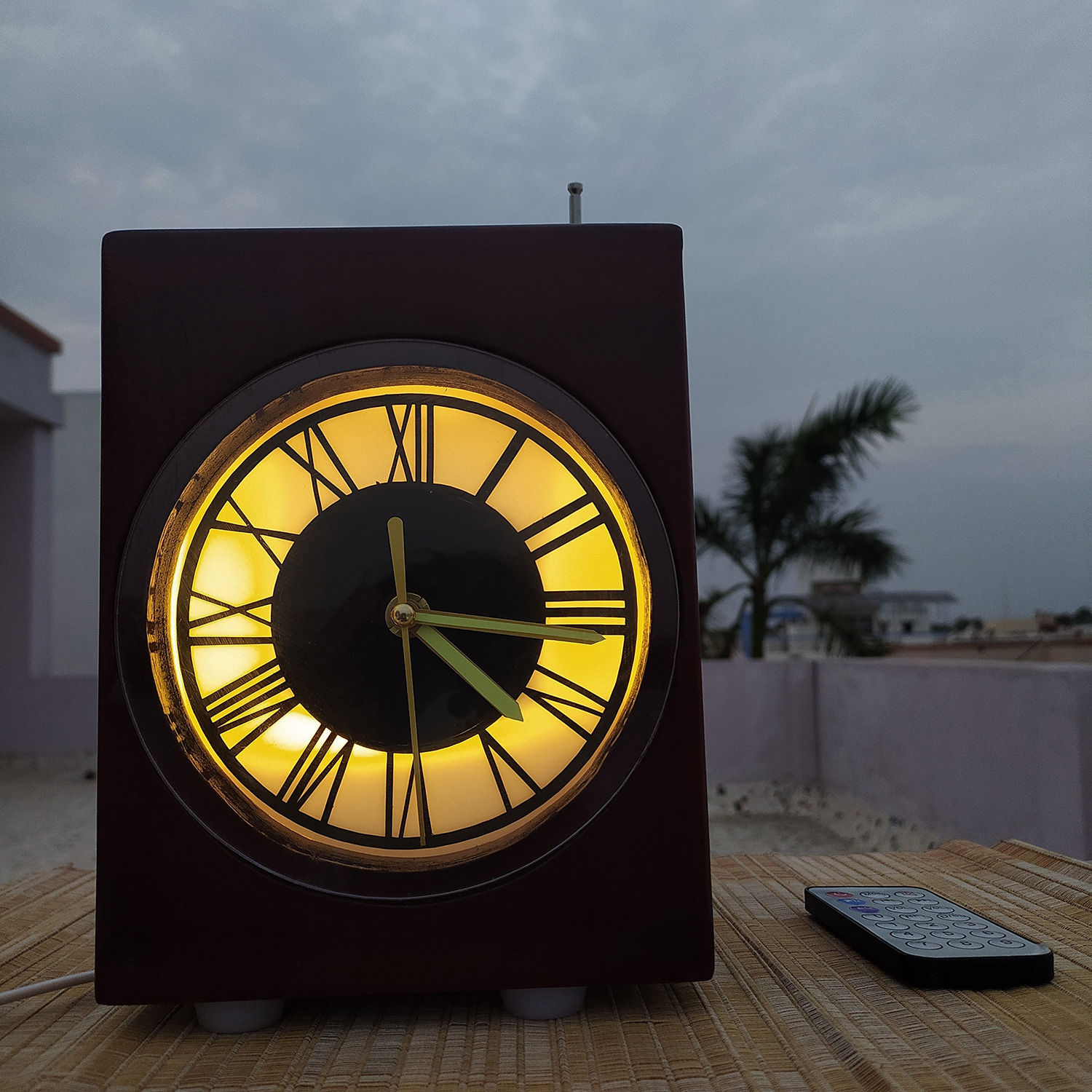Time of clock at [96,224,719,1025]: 3:22
